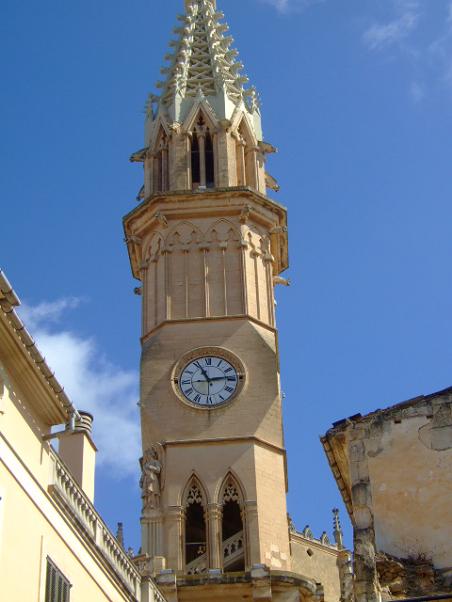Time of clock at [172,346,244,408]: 11:13
